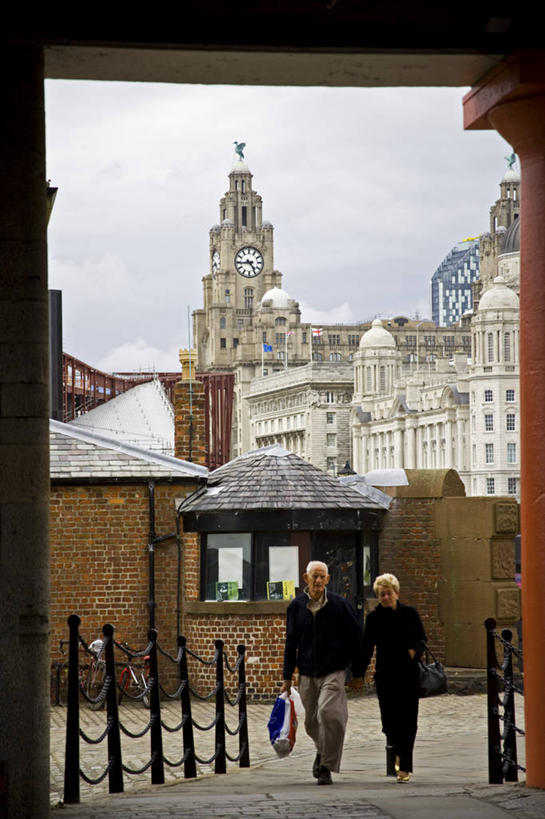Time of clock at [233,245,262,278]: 4:44
